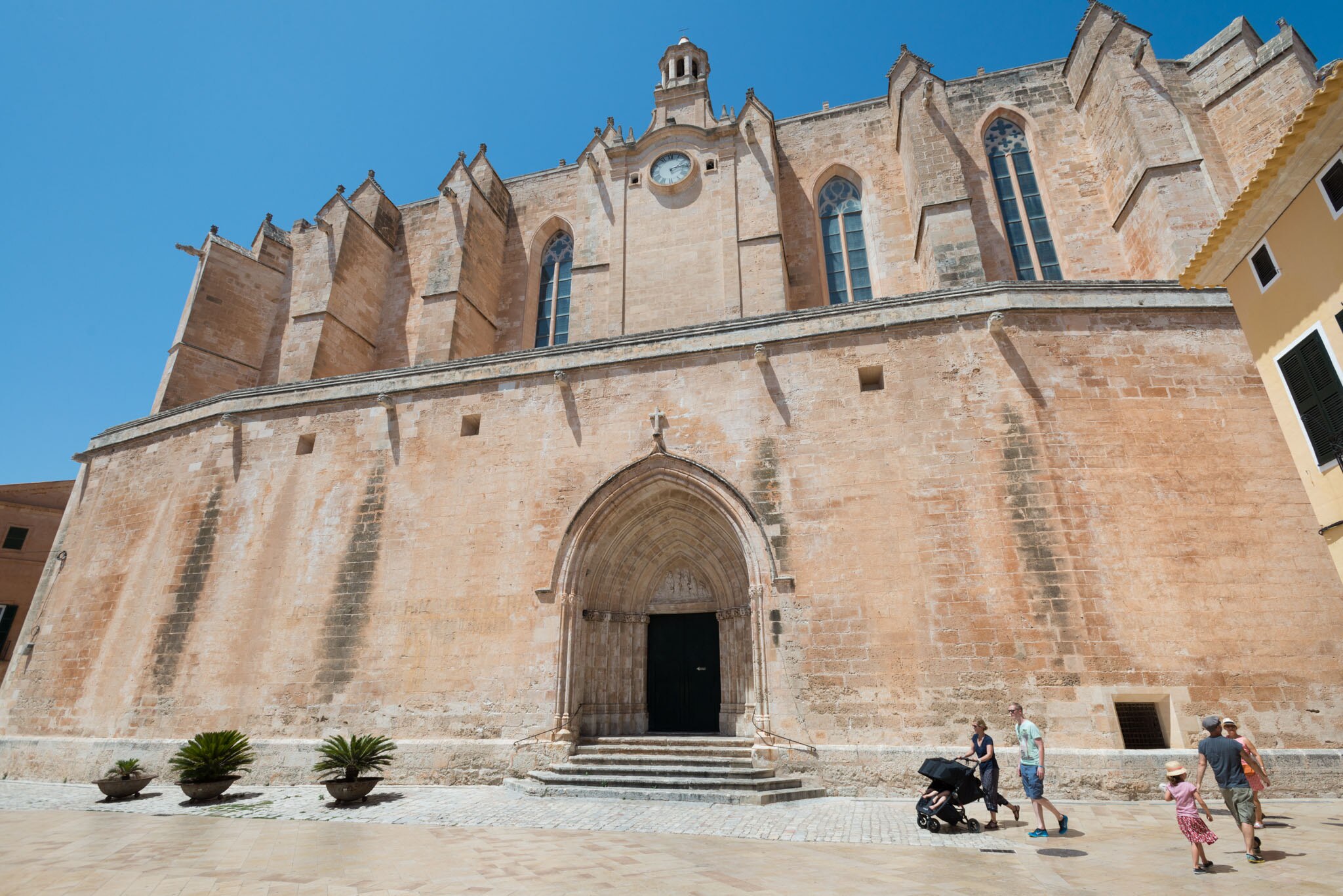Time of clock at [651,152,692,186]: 2:13
